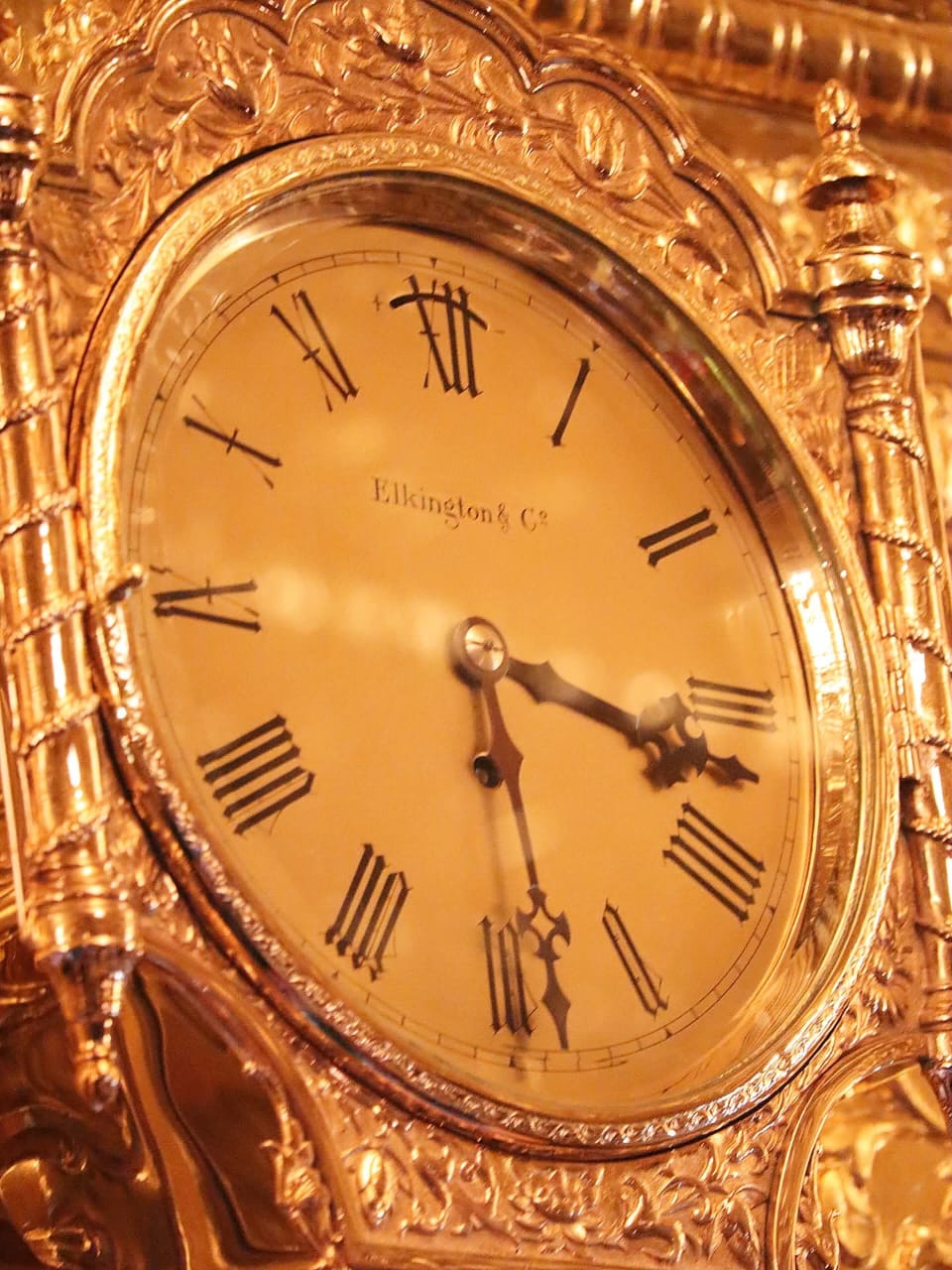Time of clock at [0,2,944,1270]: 3:28
